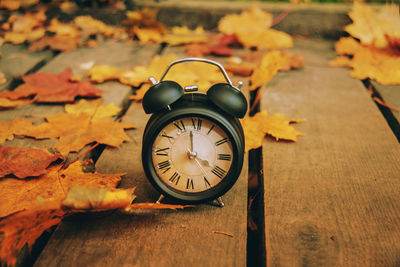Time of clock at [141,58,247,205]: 3:58
